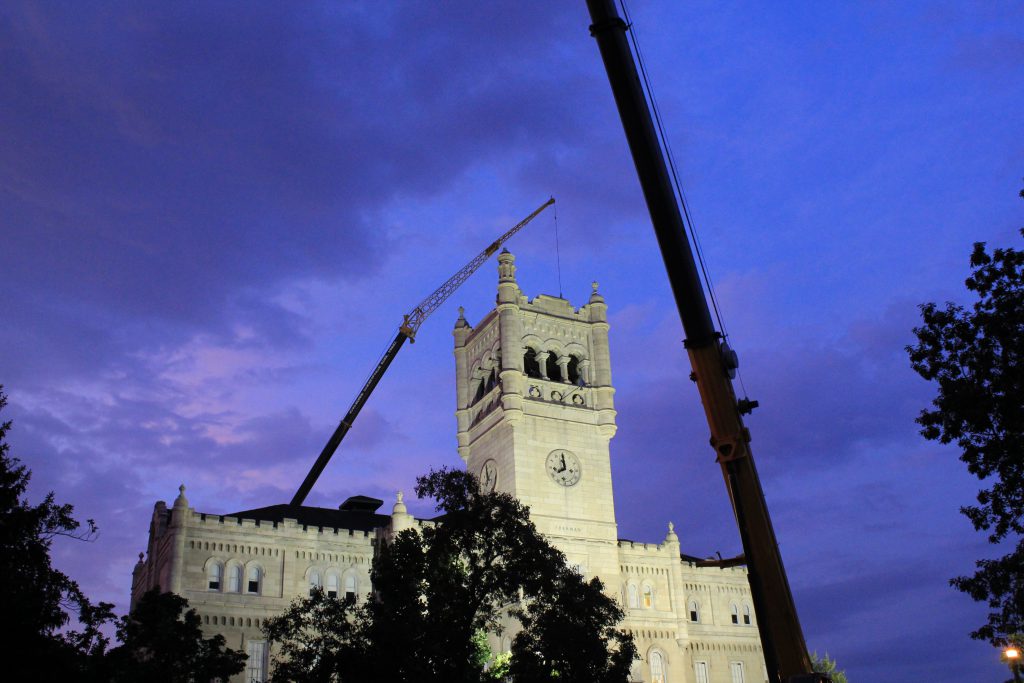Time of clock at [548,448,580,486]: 7:59
